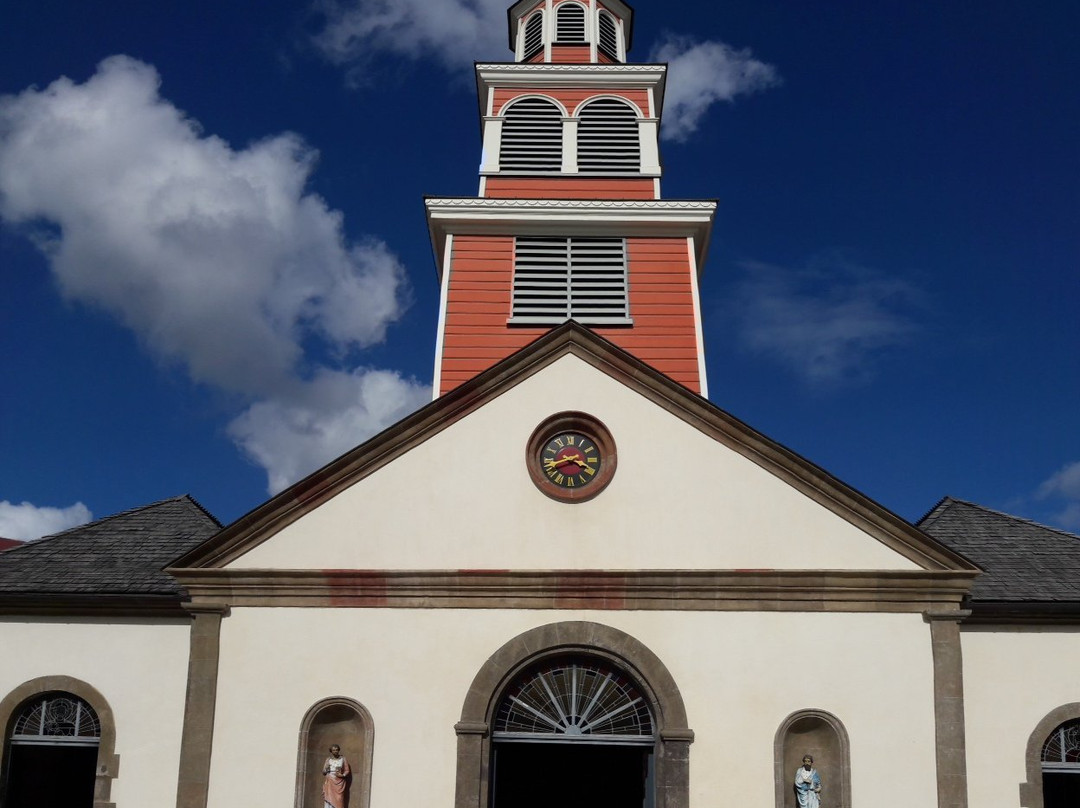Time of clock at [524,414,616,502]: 3:41
